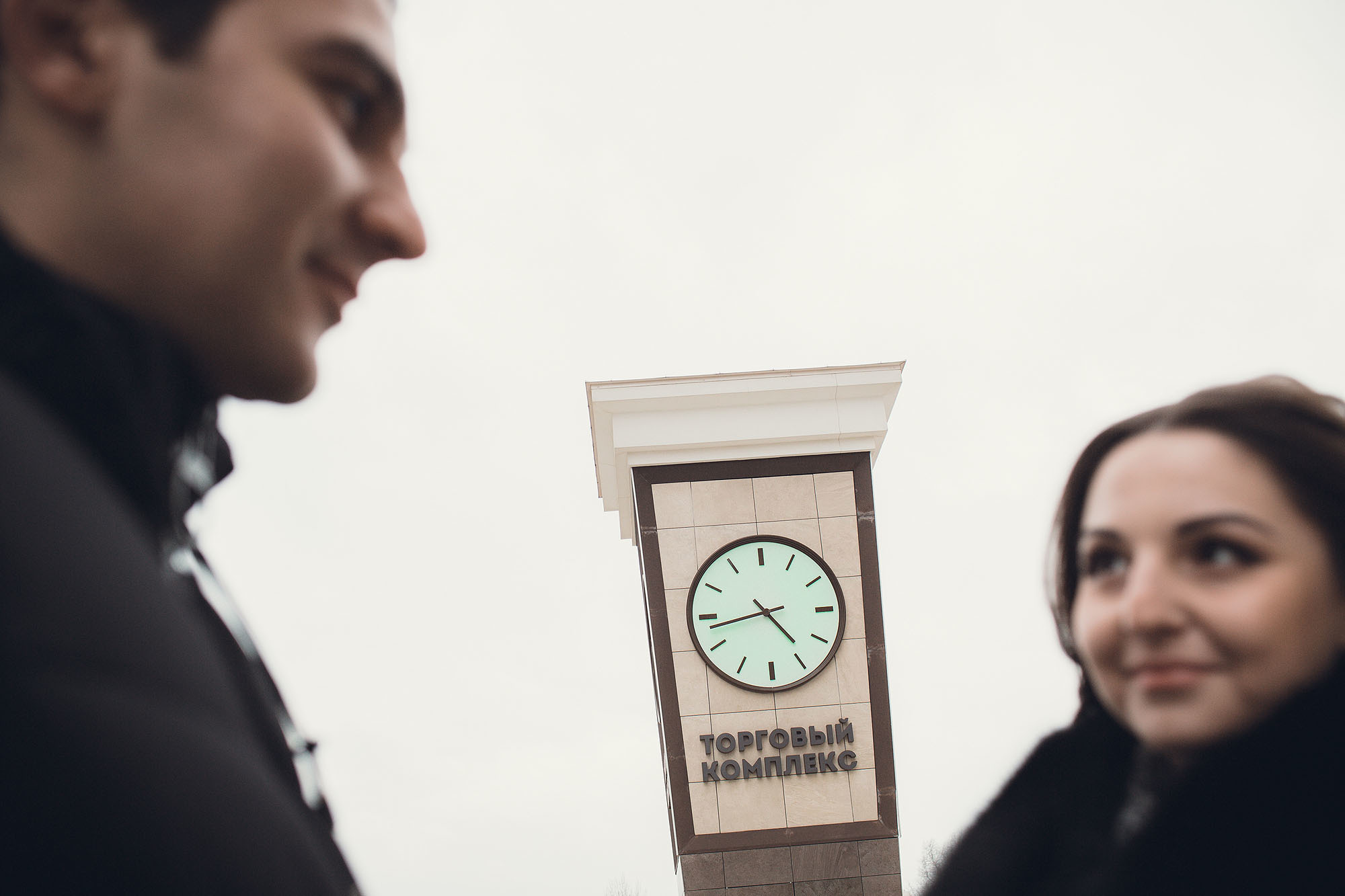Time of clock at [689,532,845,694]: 4:42
